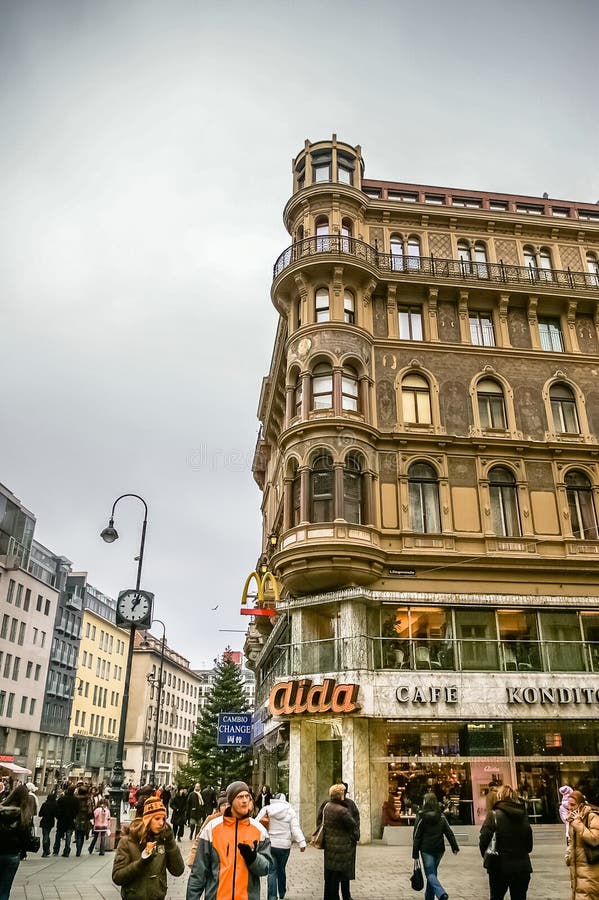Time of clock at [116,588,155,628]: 1:02
